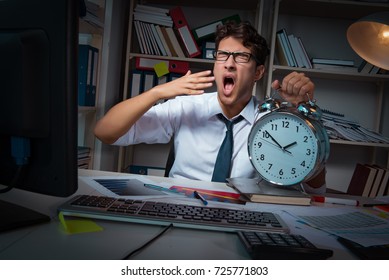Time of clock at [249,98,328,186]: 1:51
